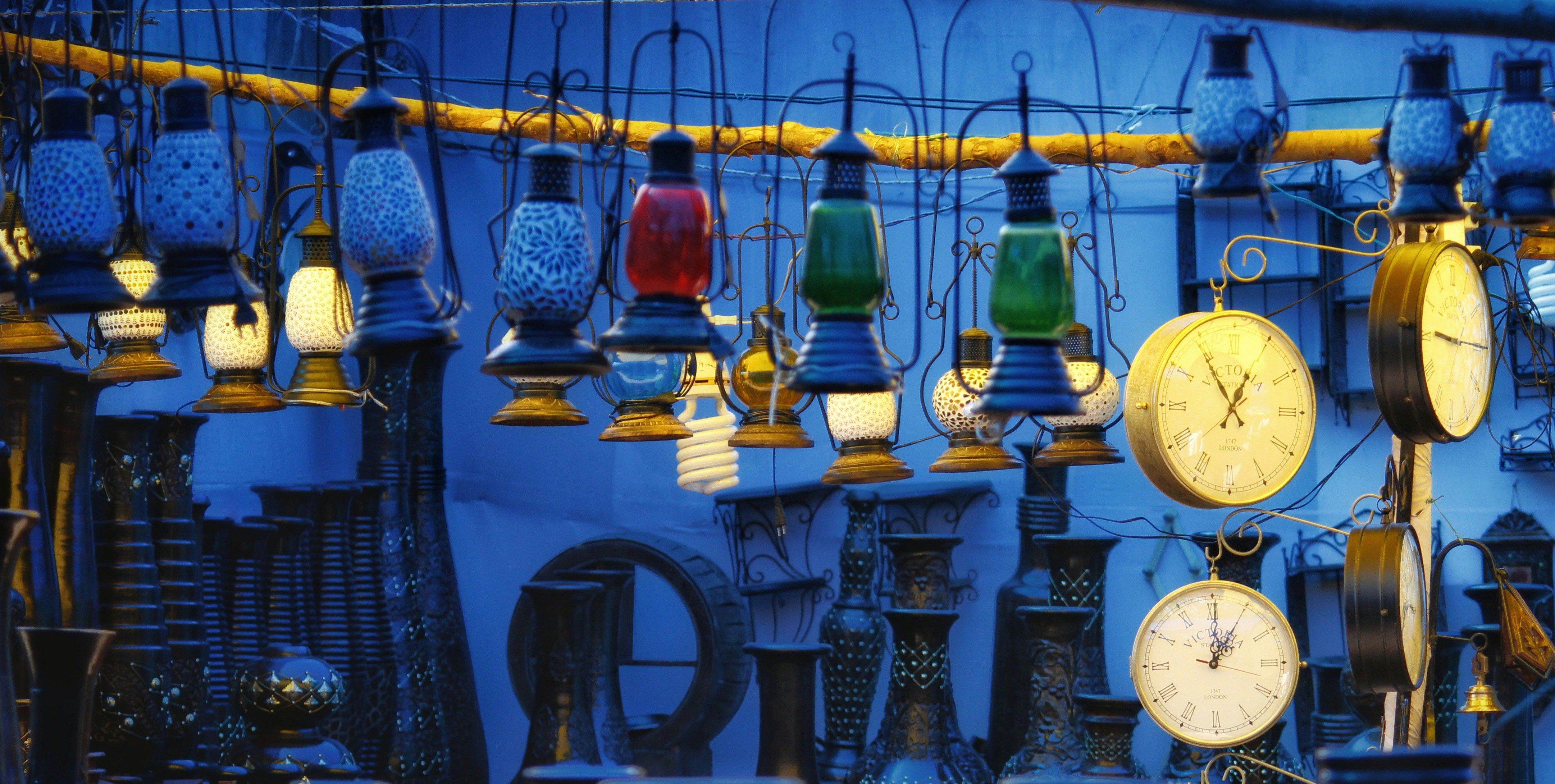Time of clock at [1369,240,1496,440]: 9:15
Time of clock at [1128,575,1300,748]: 1:00
